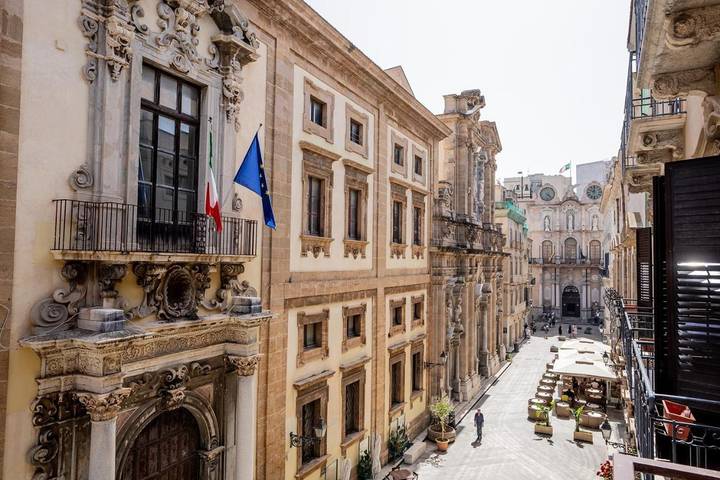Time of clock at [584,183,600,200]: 10:00
